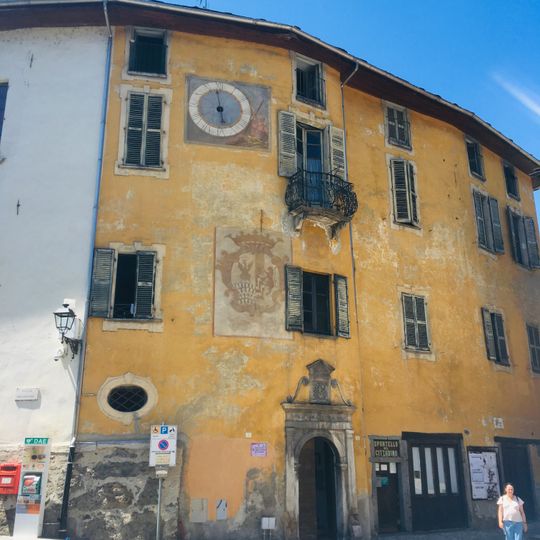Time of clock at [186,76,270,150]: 5:59
